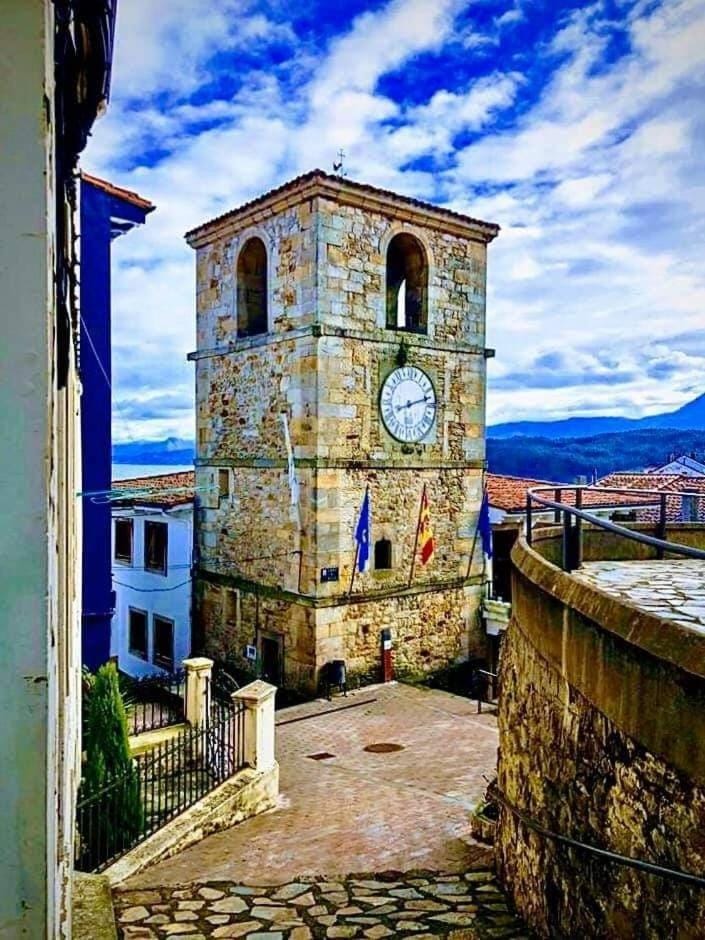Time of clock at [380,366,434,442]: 8:11
